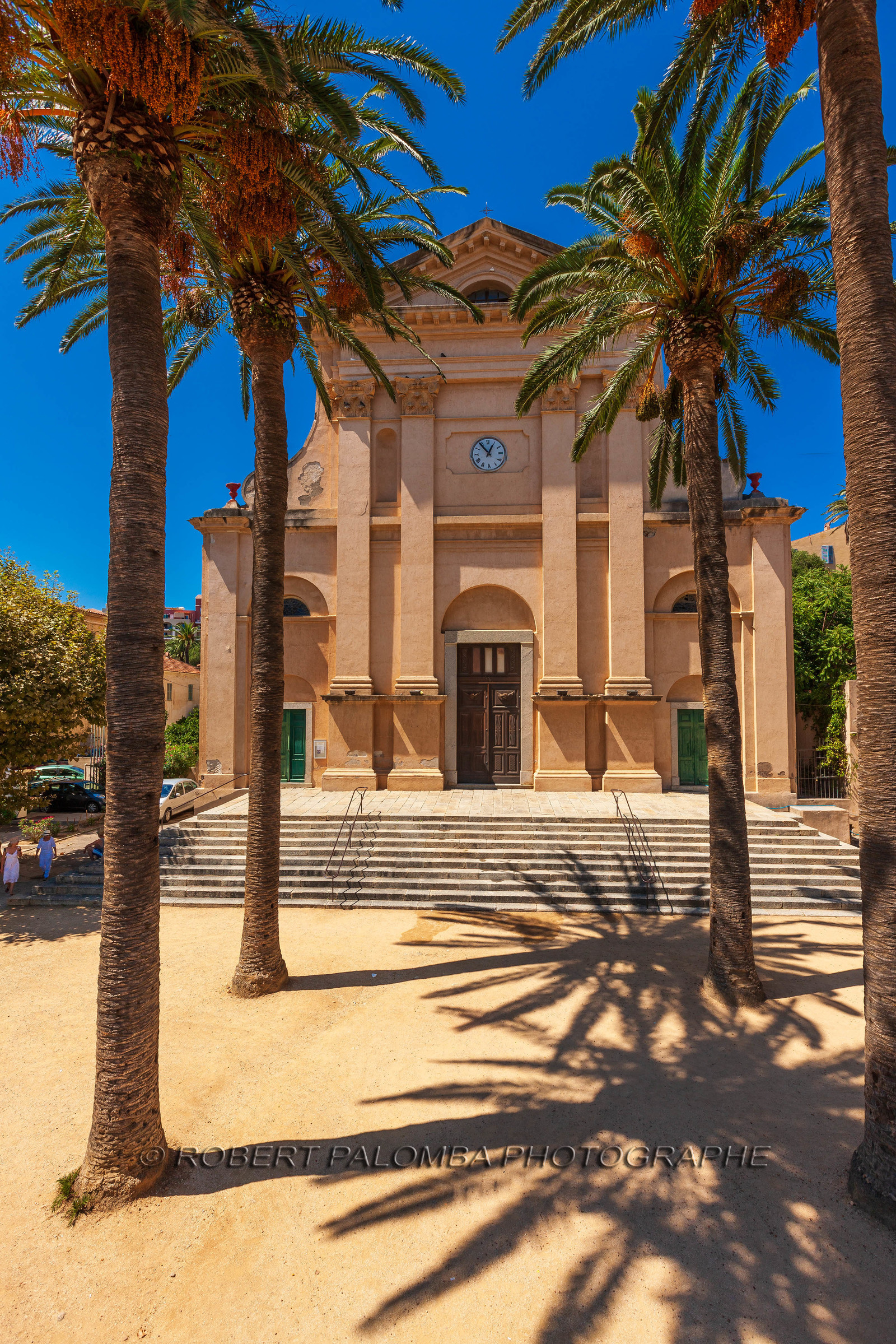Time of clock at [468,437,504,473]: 12:53
